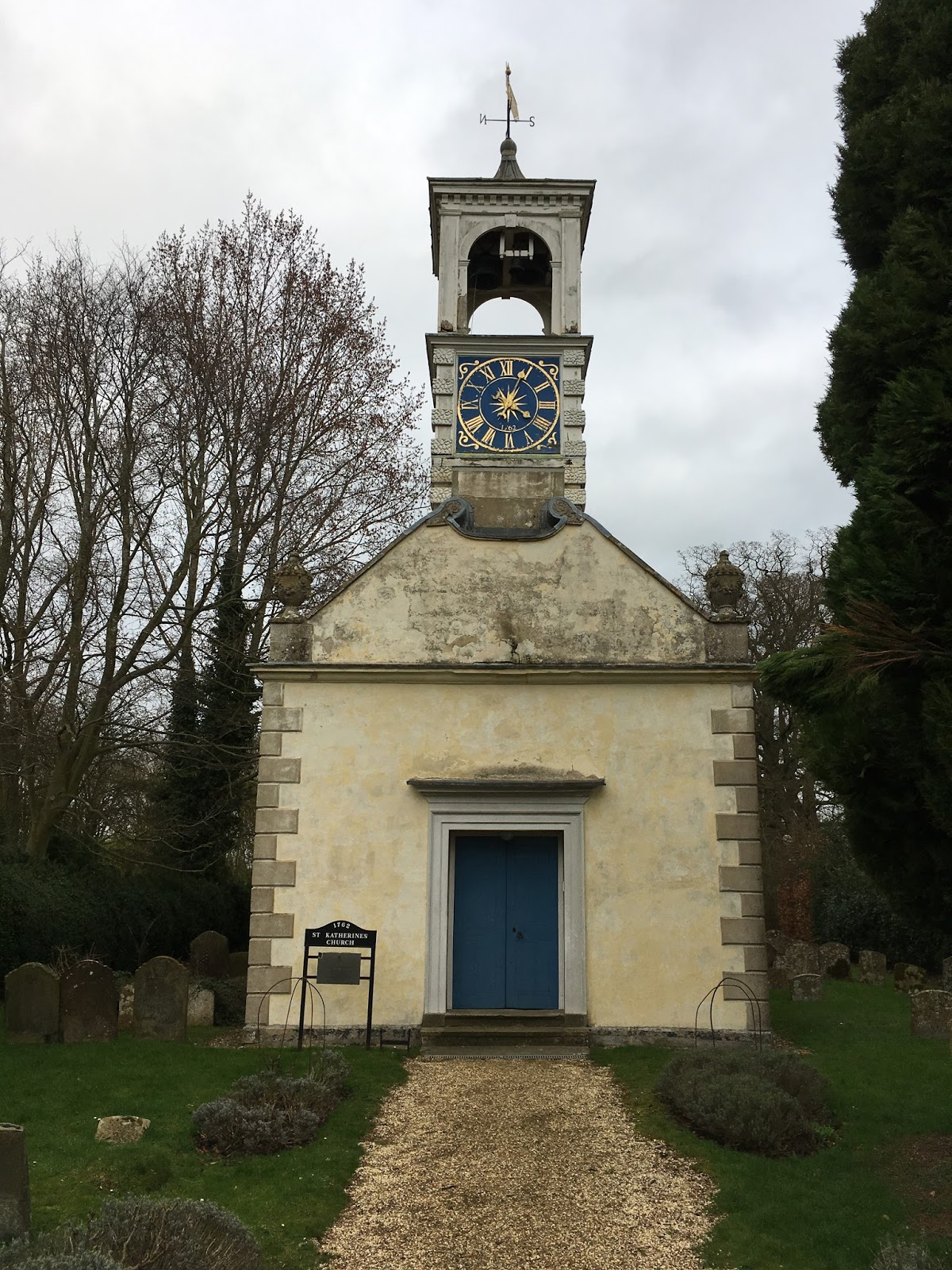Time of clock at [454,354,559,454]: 4:04
